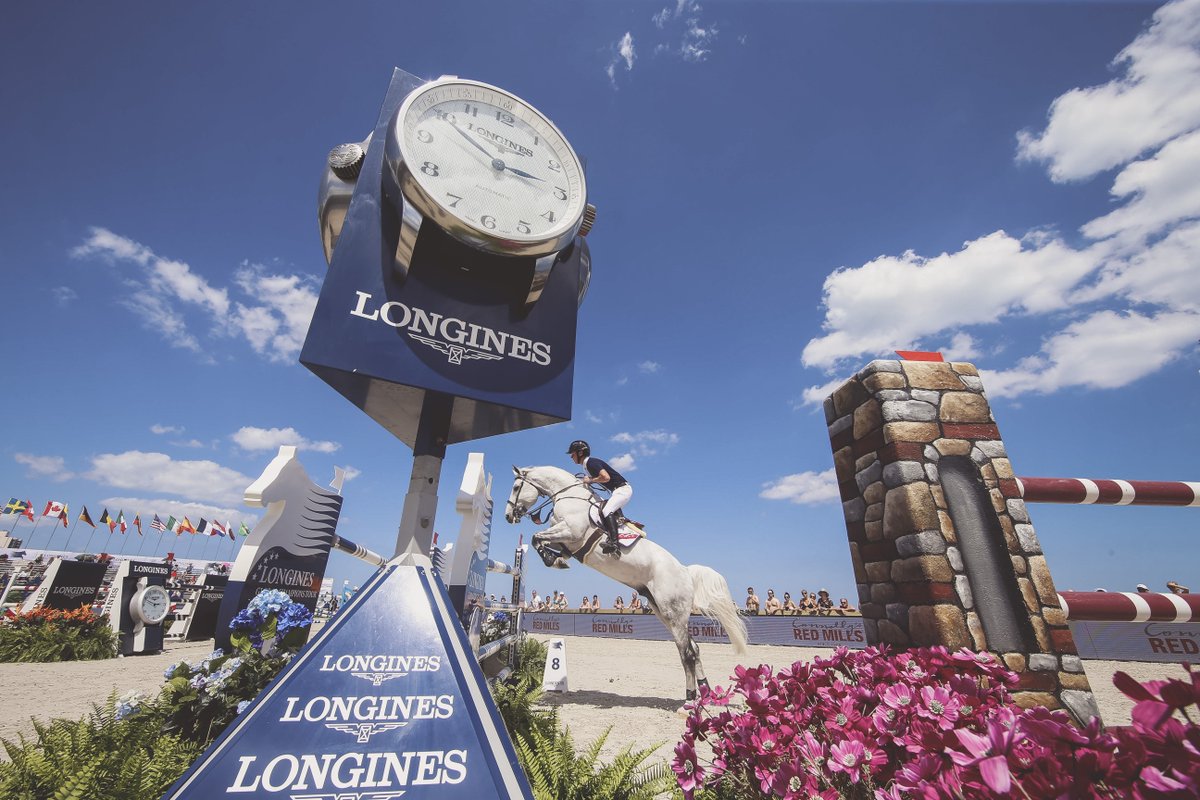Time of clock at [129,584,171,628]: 2:49
